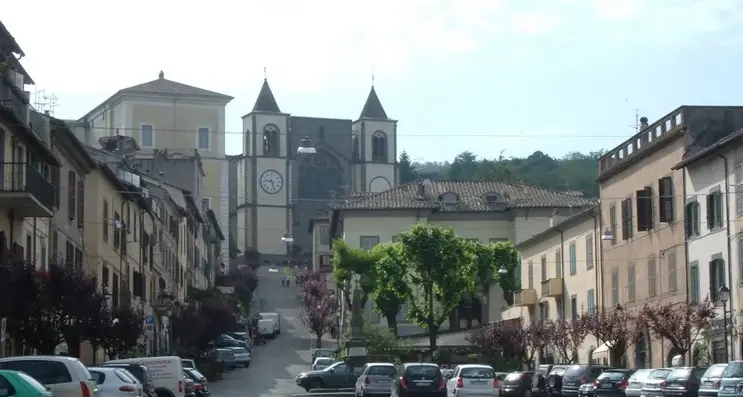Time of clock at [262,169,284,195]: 9:26
